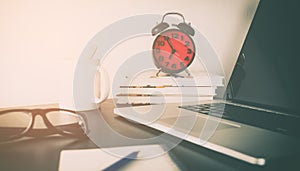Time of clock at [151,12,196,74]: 6:54
